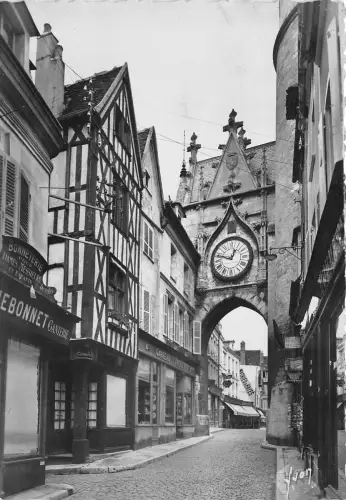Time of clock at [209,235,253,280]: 12:48
